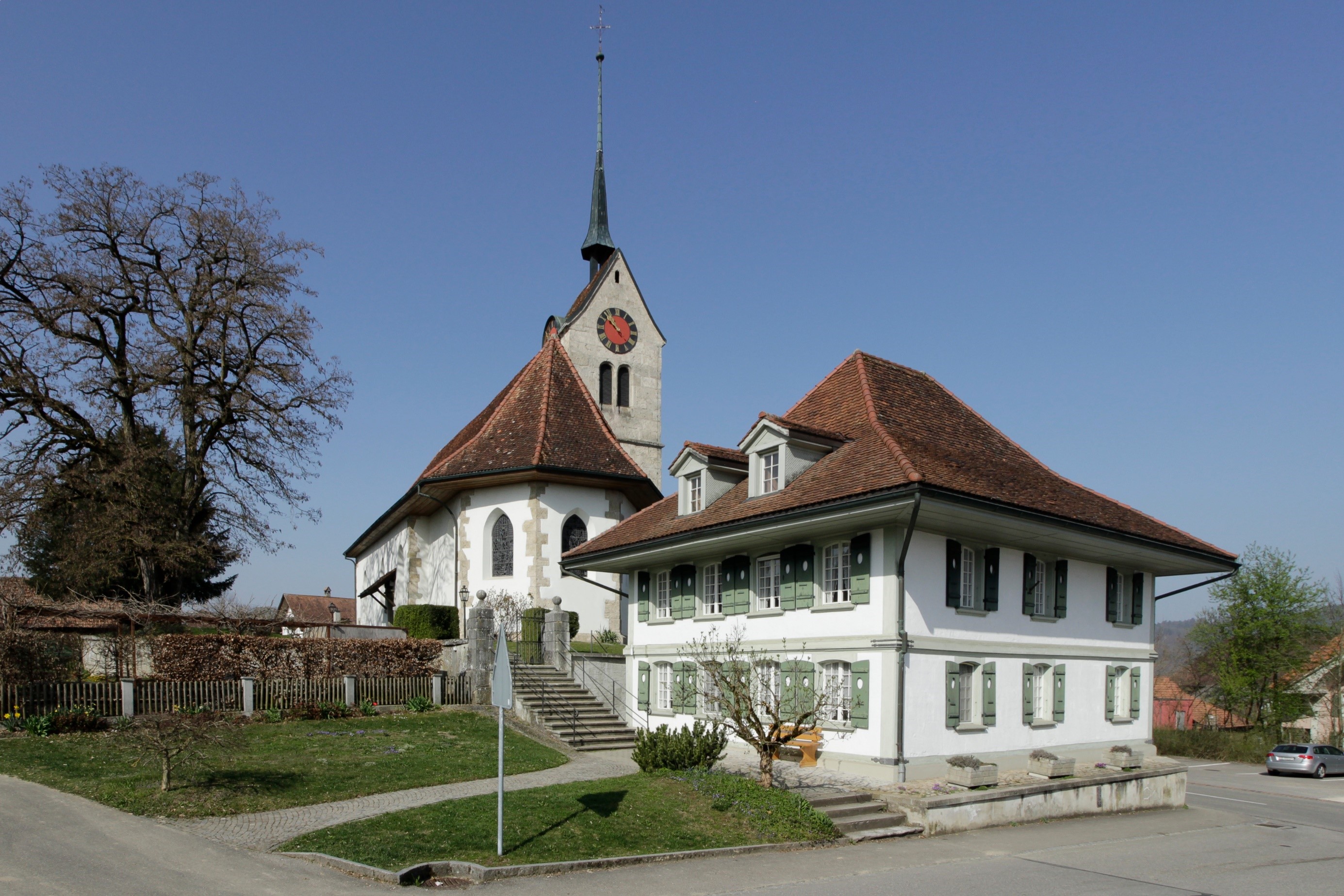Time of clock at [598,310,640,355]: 10:52
